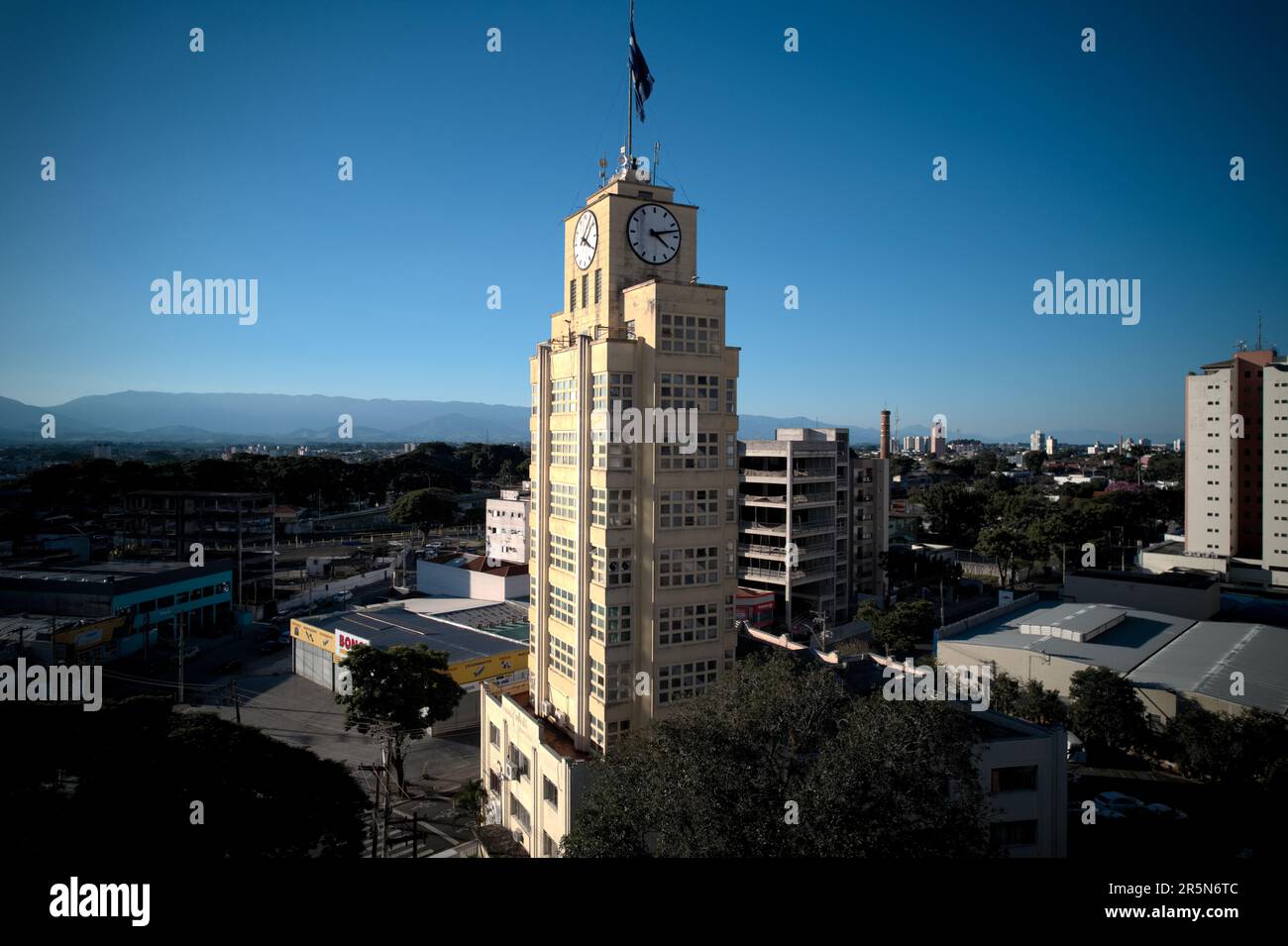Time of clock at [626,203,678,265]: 4:12
